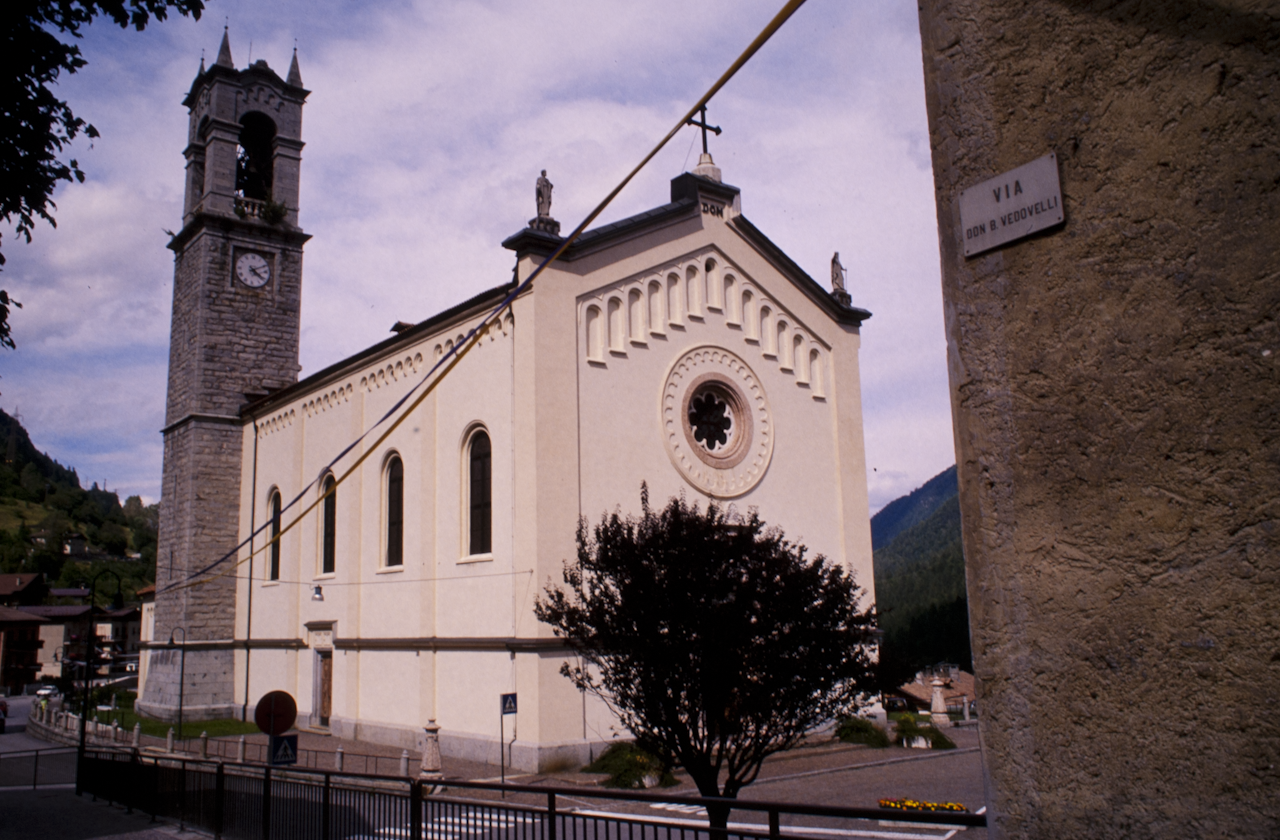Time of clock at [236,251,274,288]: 4:10
